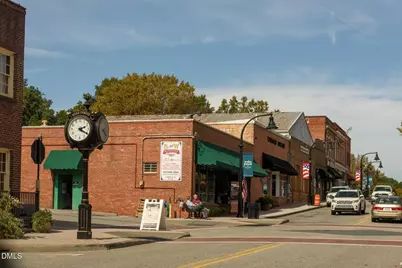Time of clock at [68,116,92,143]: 2:20
